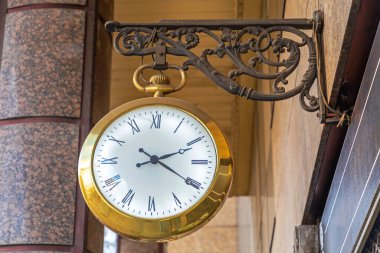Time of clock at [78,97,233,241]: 2:20
